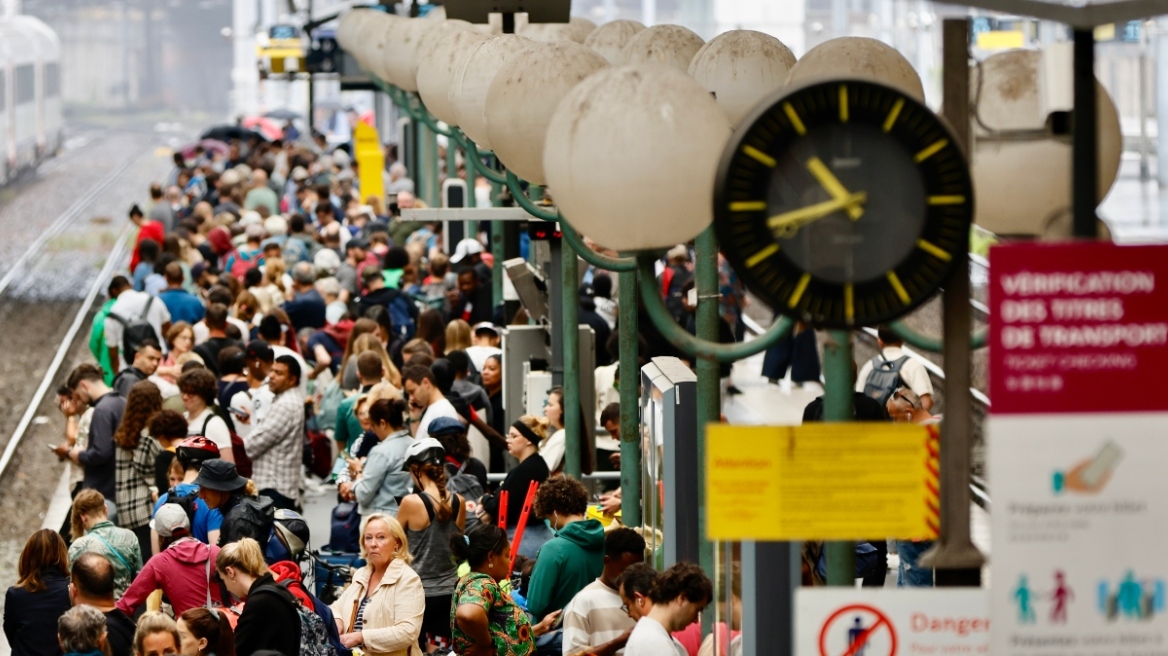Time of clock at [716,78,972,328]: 10:42
